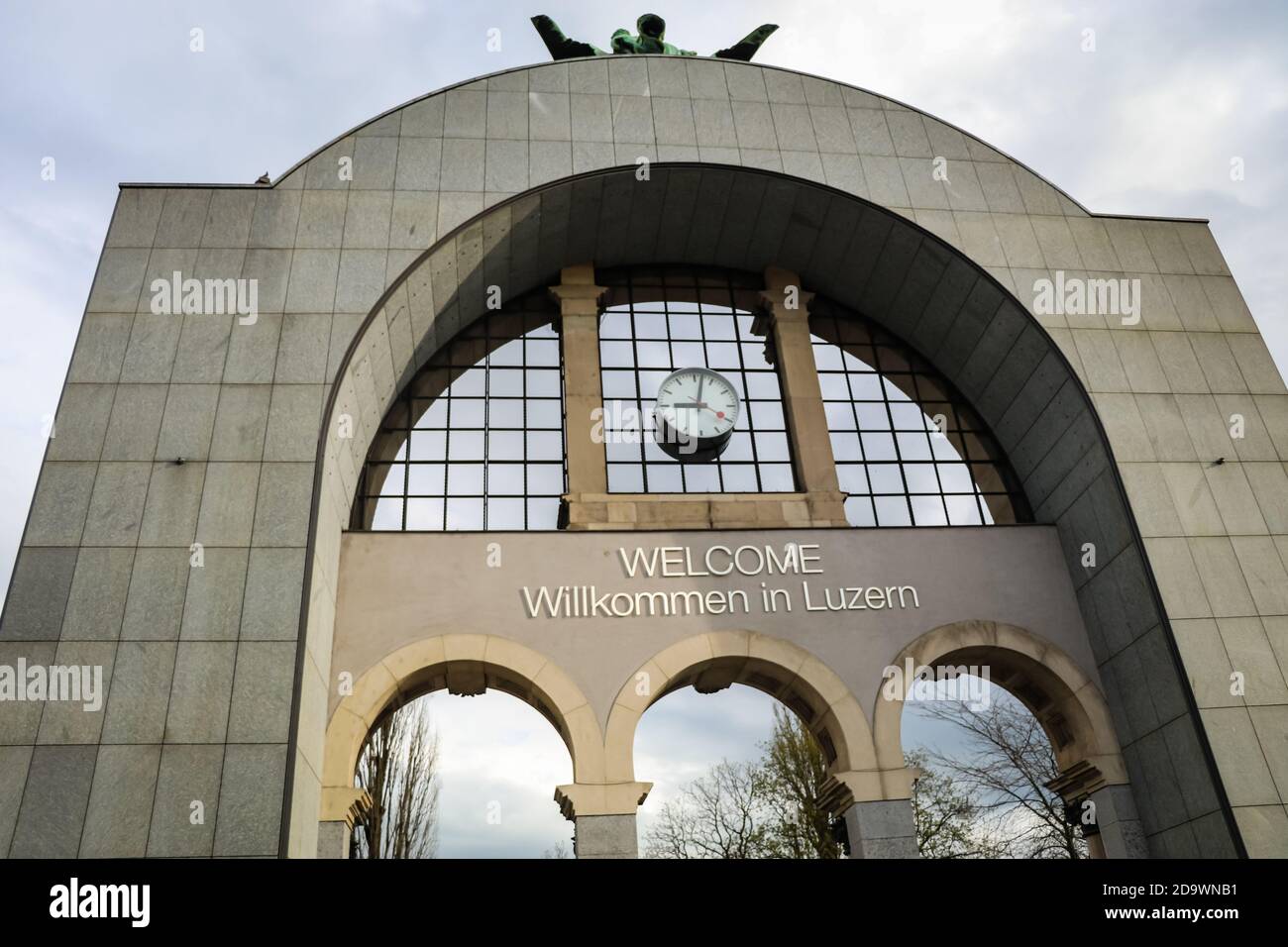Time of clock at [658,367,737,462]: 9:01
